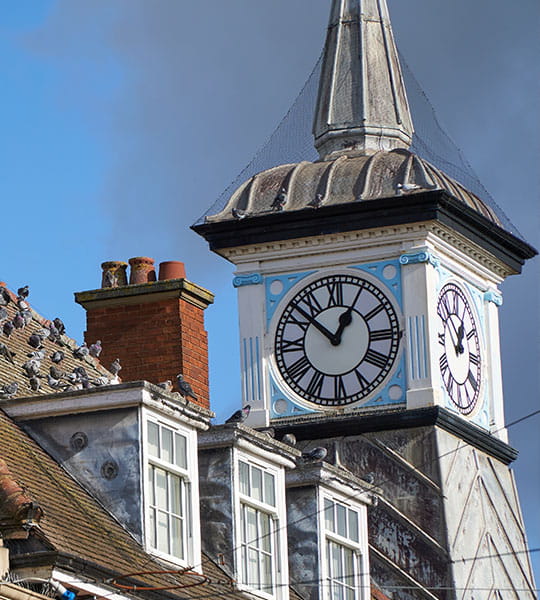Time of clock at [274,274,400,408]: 12:52
